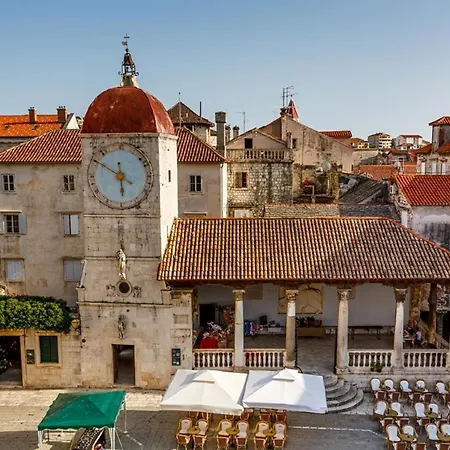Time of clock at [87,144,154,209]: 5:50
